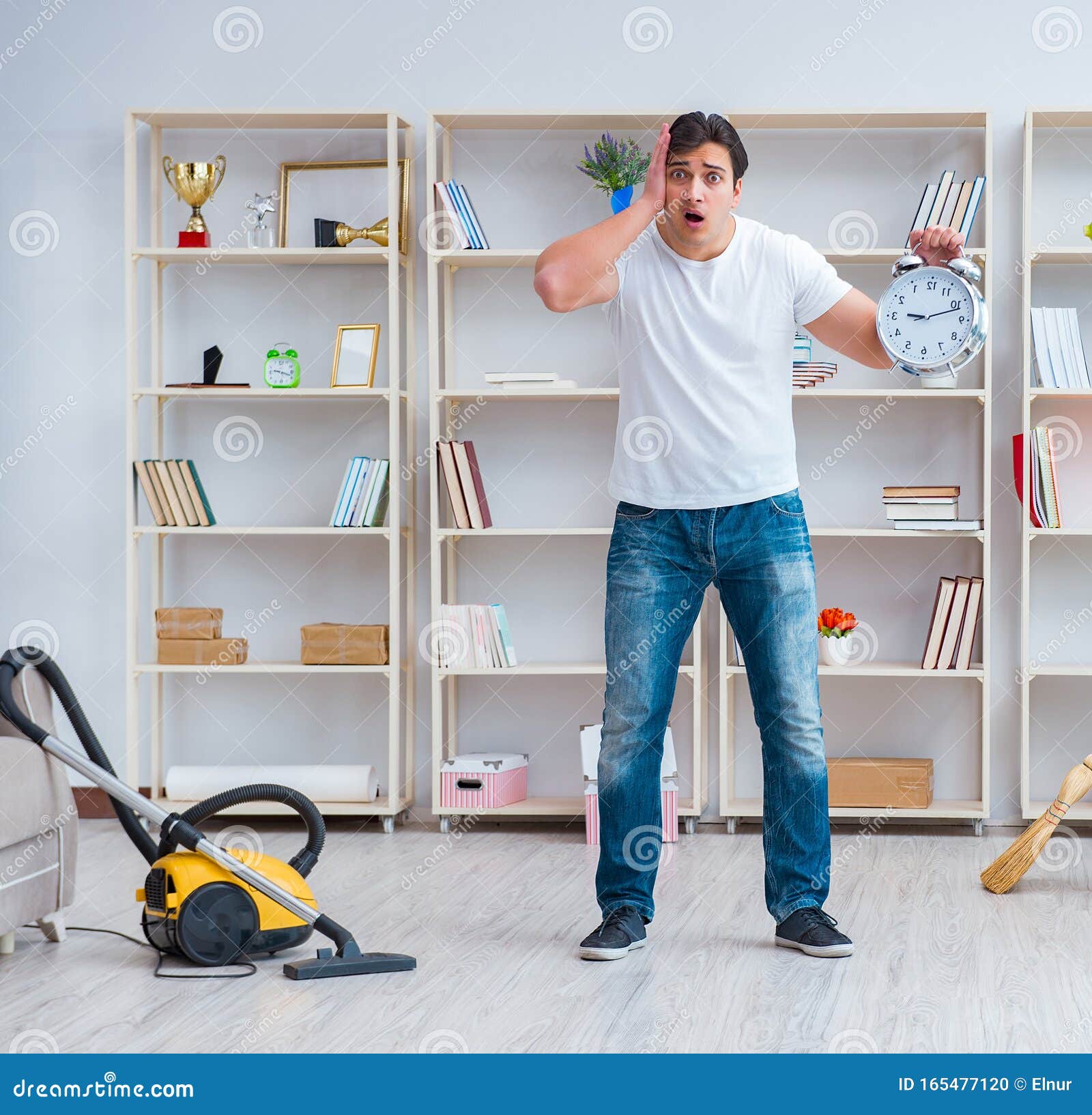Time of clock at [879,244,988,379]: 9:11
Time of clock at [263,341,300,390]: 9:18
